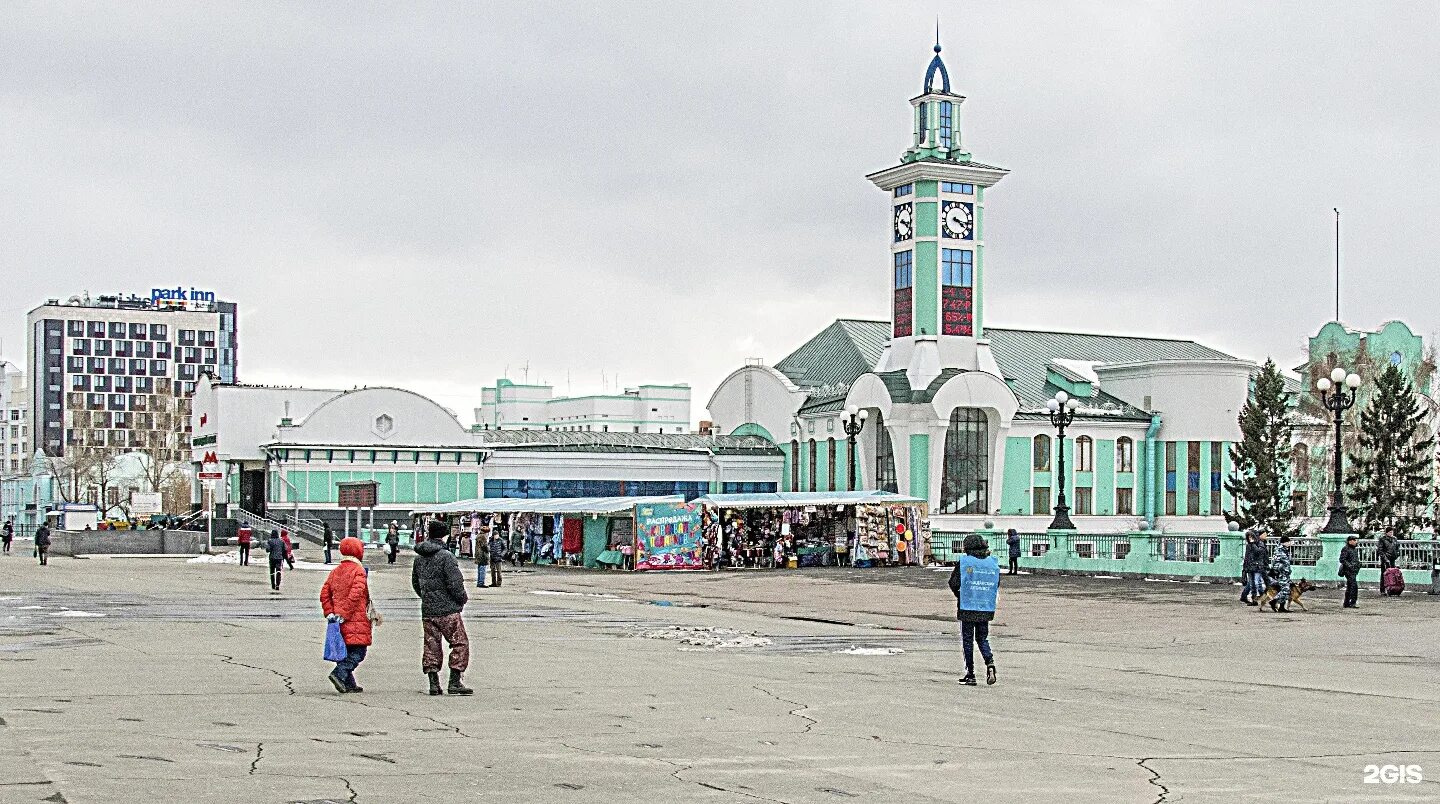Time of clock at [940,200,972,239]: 4:16
